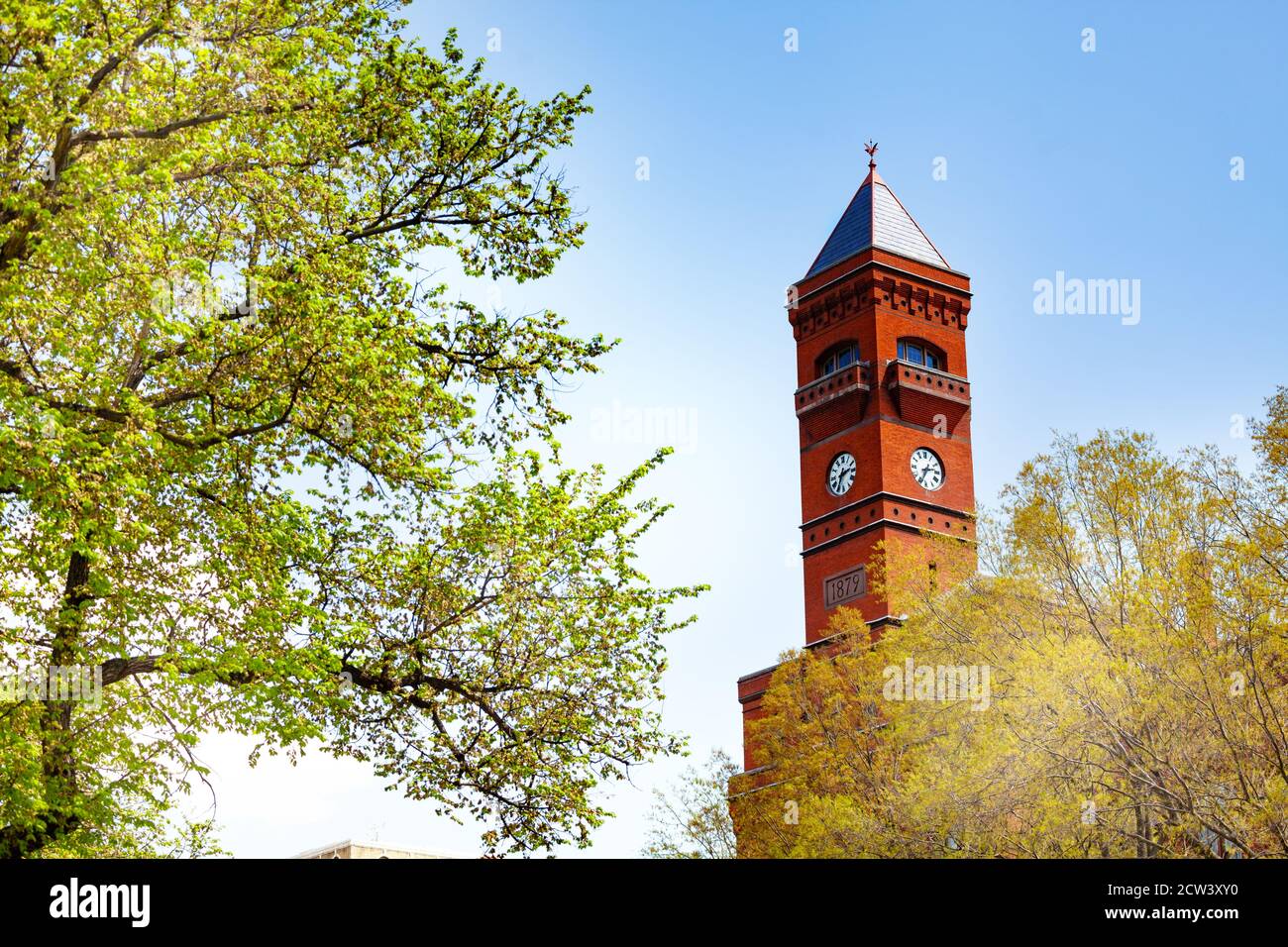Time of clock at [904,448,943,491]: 2:34
